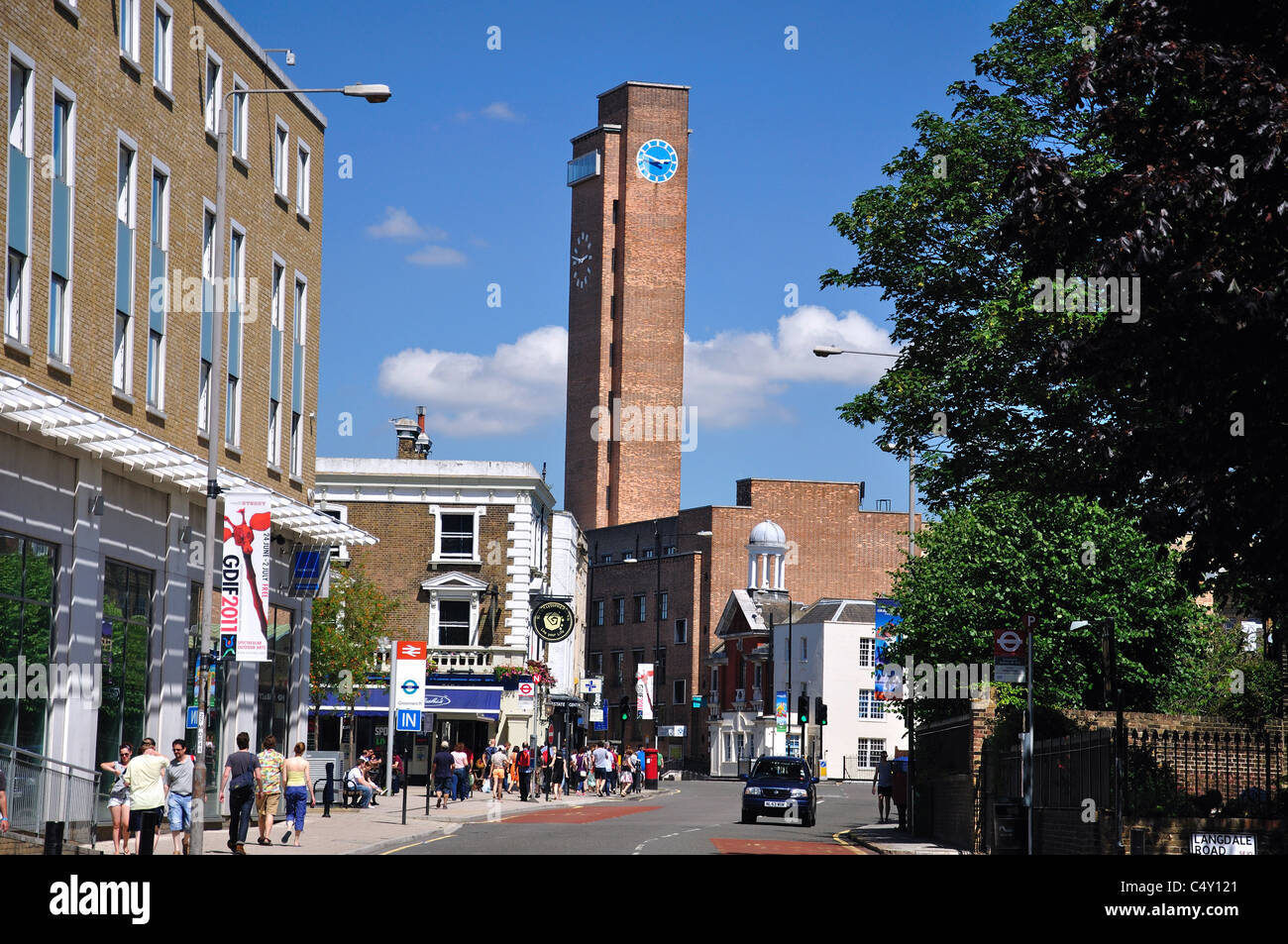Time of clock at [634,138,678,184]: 2:48
